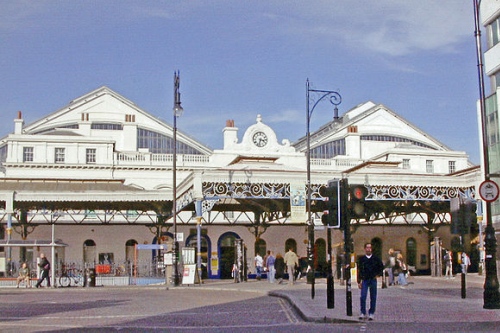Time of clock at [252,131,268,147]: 3:32
